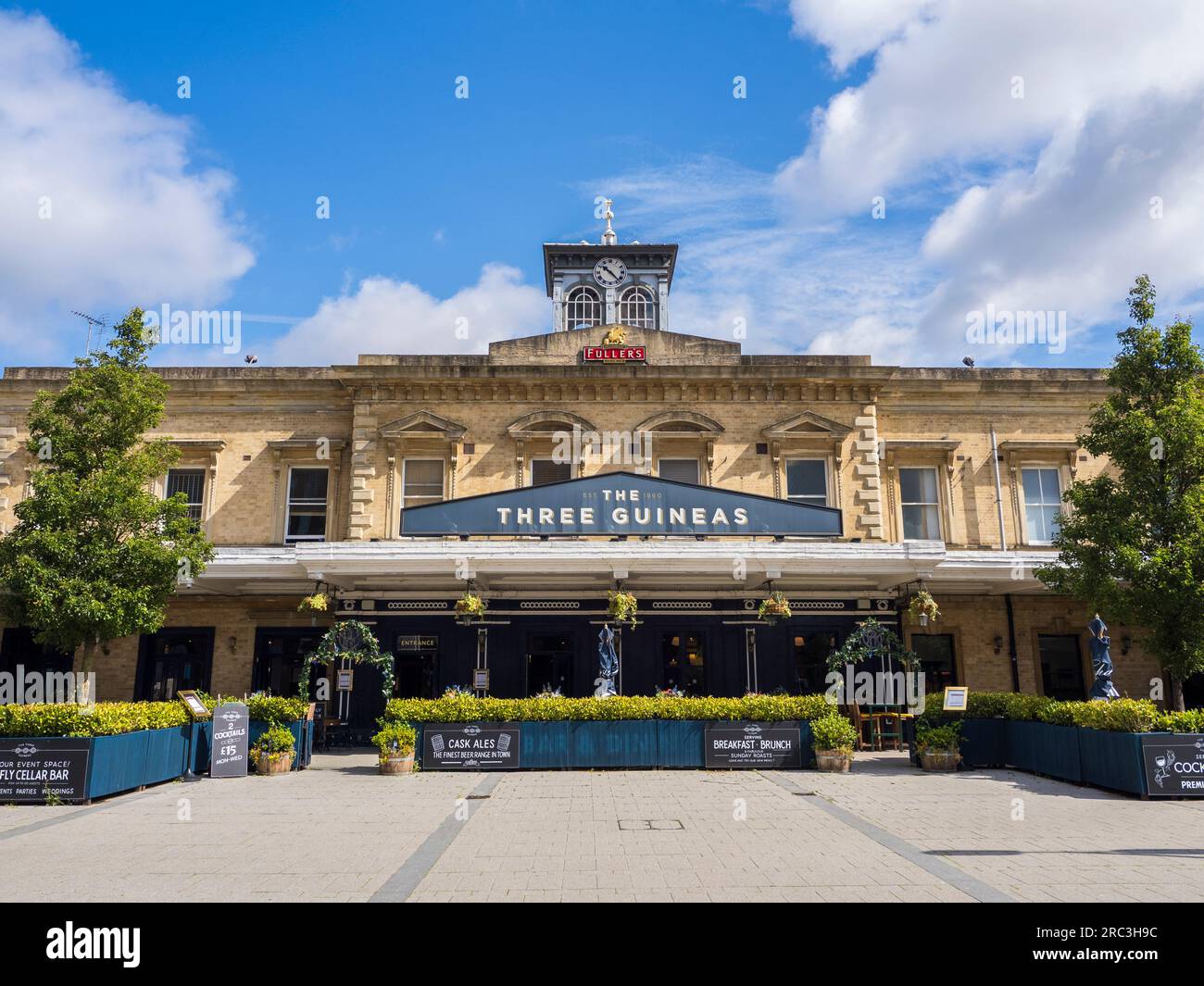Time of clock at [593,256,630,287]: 10:22
